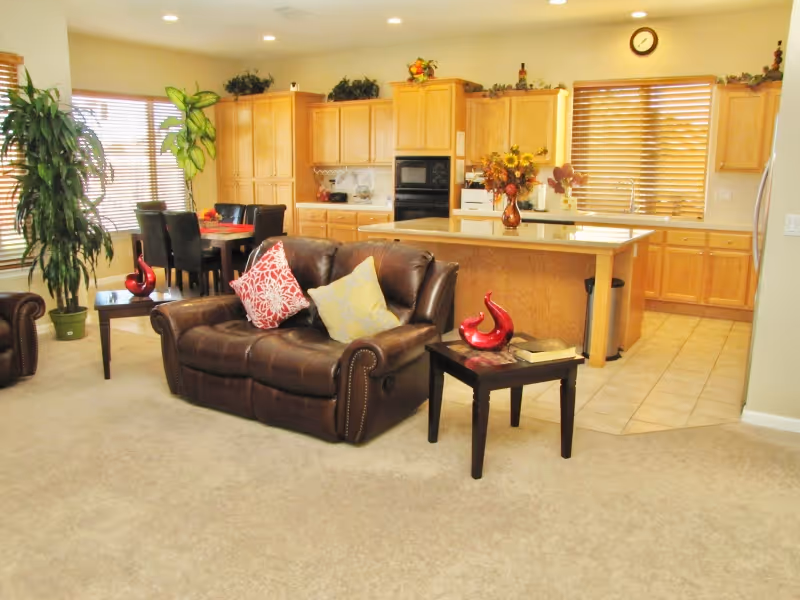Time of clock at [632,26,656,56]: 7:37
